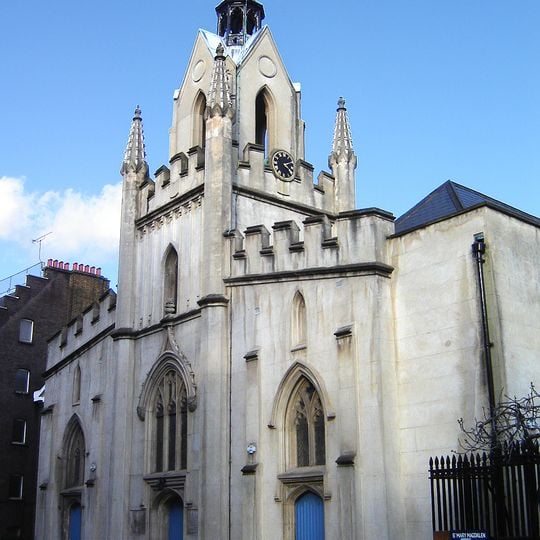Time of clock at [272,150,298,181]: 2:23
